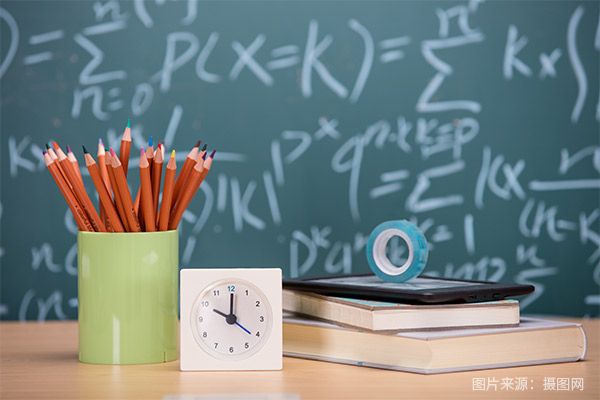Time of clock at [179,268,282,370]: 10:00
